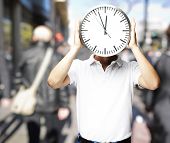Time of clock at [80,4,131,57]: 11:56
